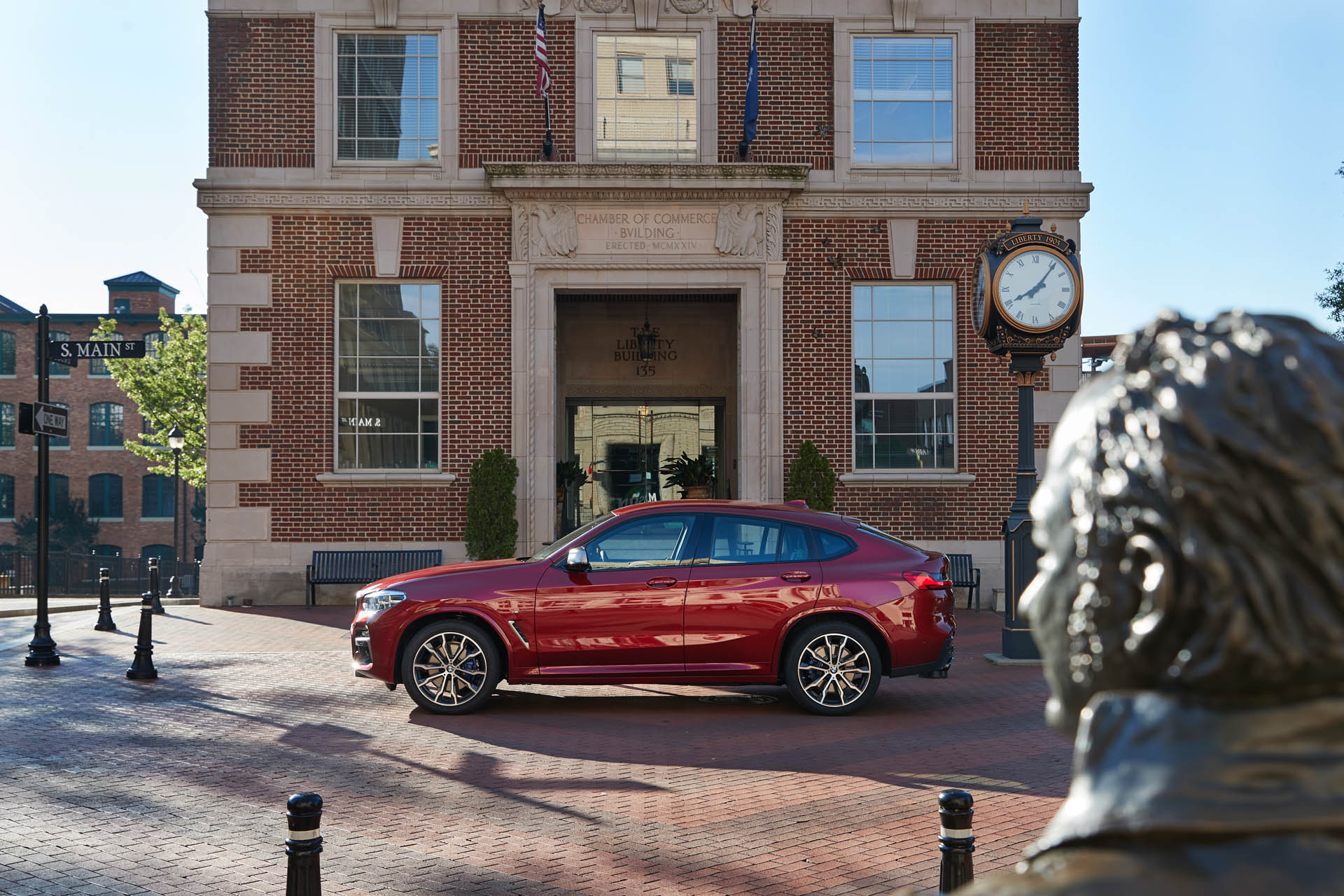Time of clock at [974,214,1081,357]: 8:06
